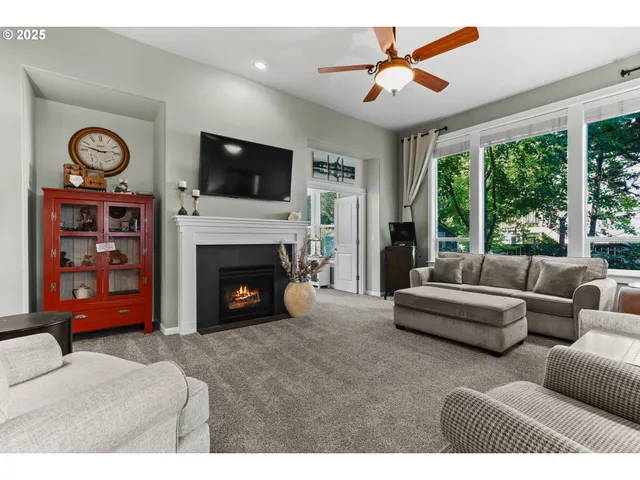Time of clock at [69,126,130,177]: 2:47
